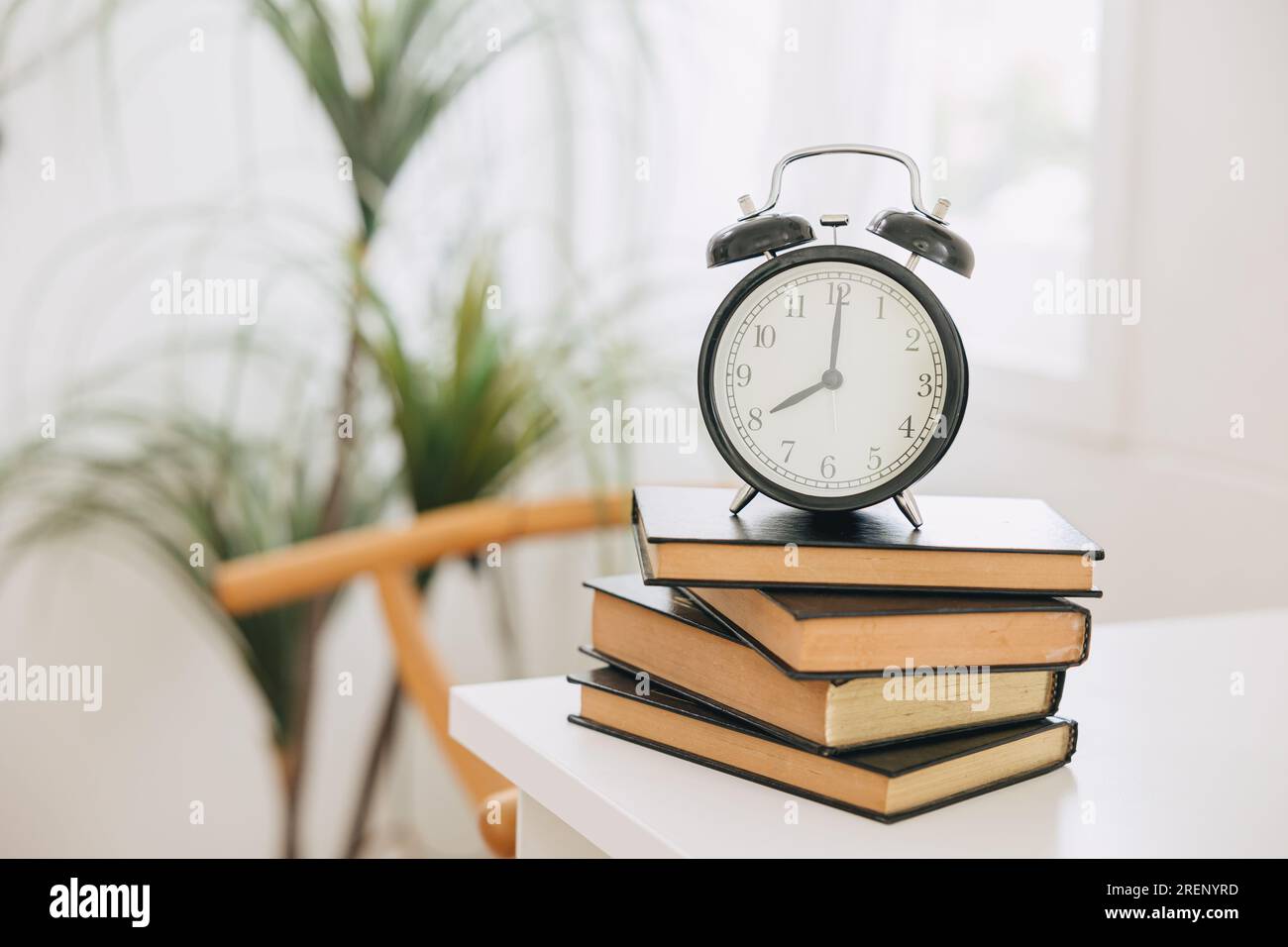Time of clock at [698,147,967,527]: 8:00
